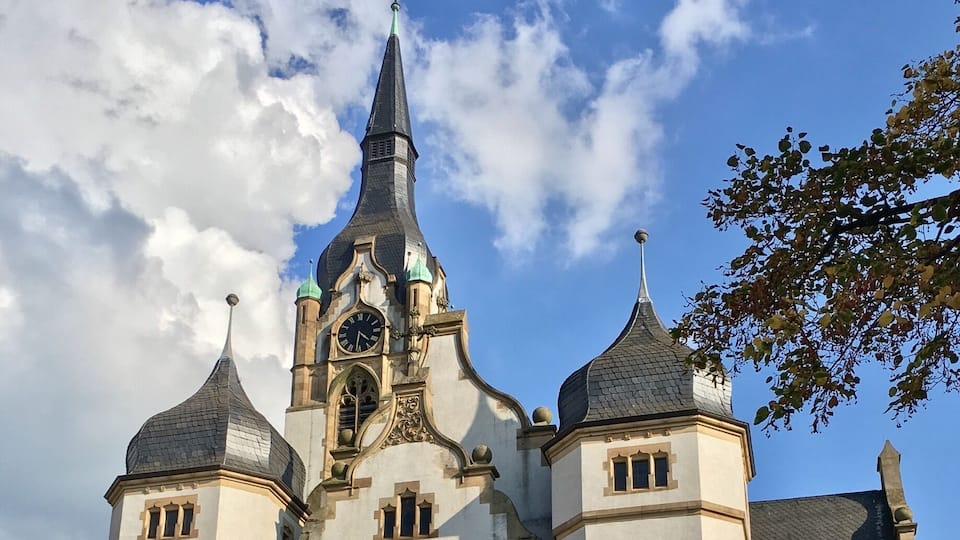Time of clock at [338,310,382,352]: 4:31
